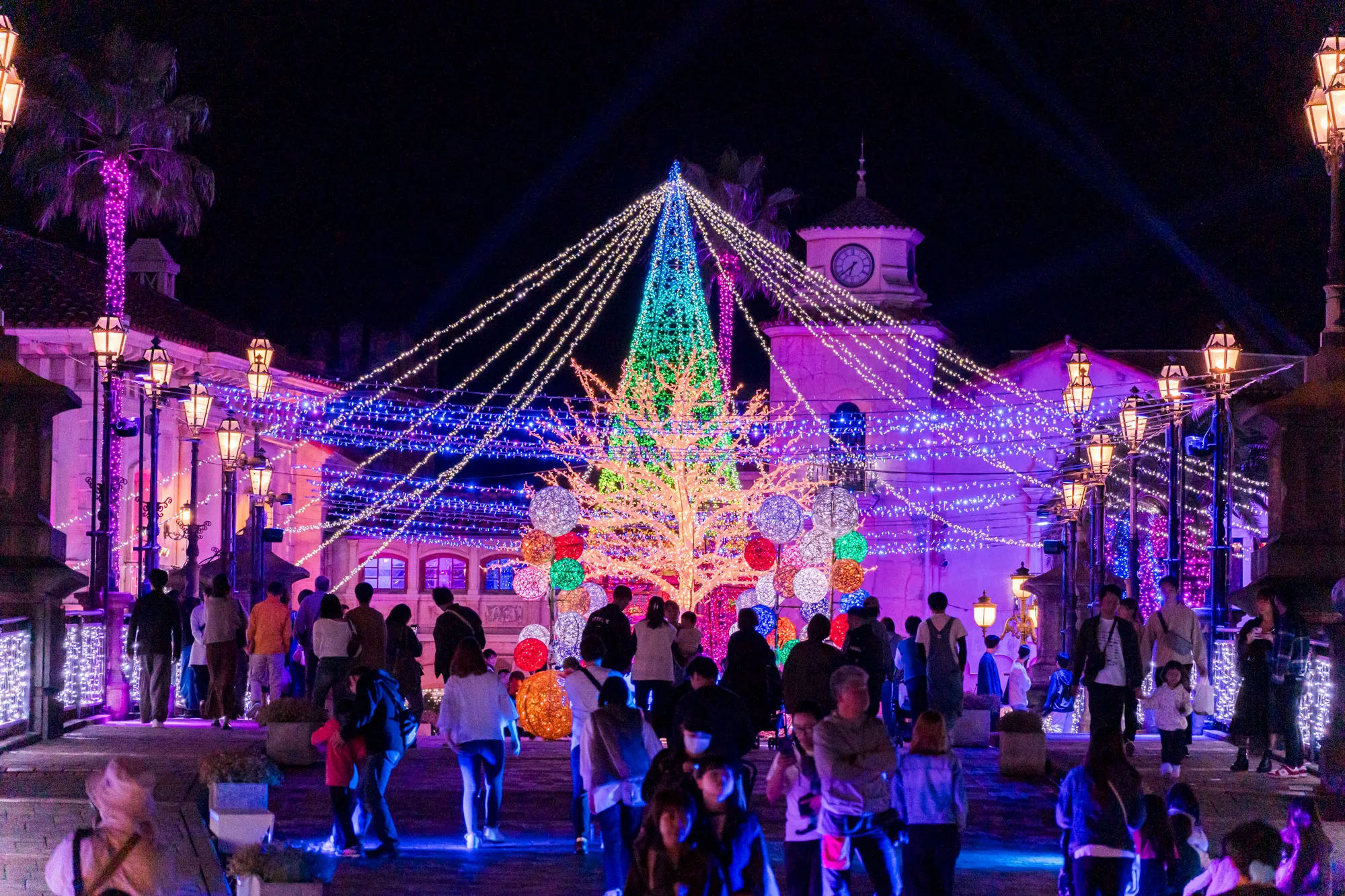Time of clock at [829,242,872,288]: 6:38
